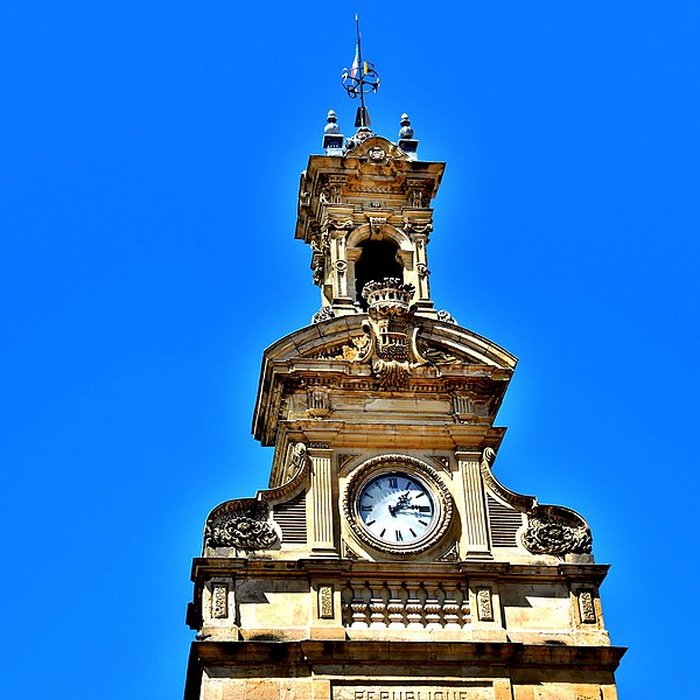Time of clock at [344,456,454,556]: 1:15
